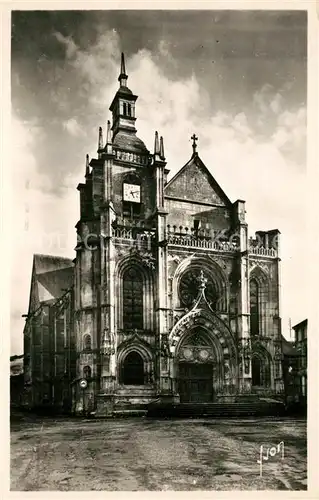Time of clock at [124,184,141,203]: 5:12
